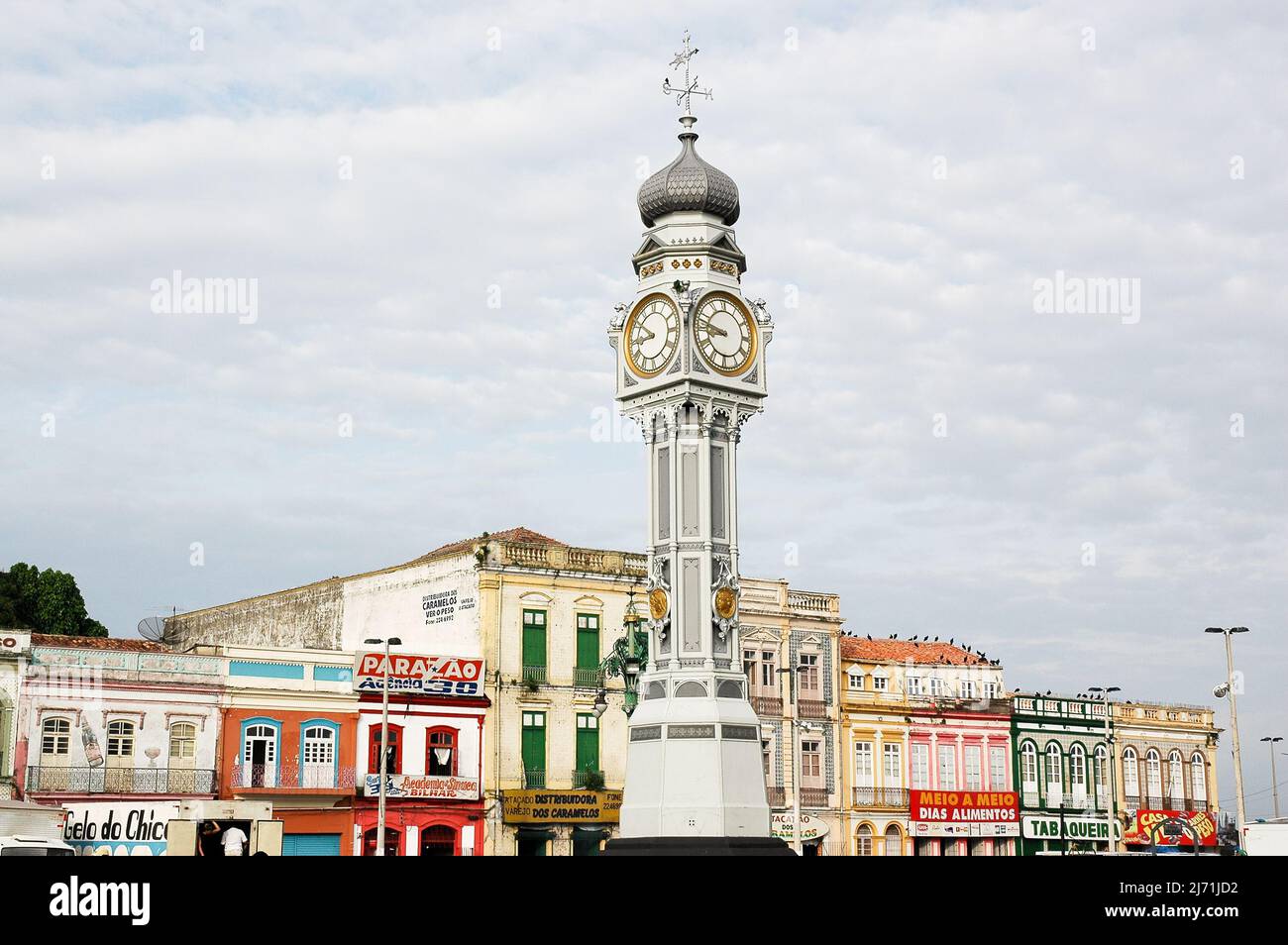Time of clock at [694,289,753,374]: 8:47
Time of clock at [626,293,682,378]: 8:51
